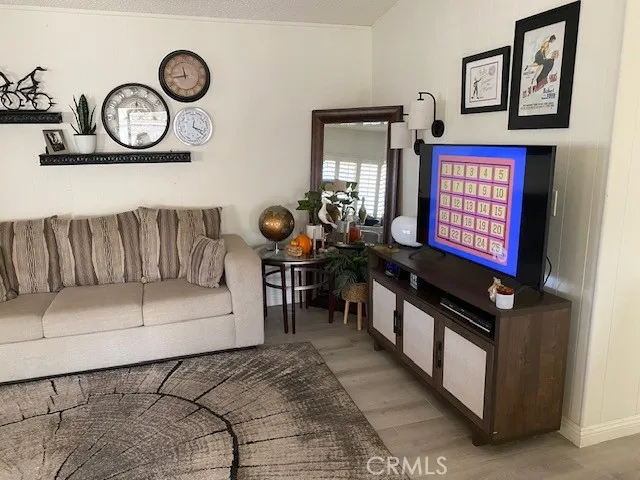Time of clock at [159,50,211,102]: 11:43
